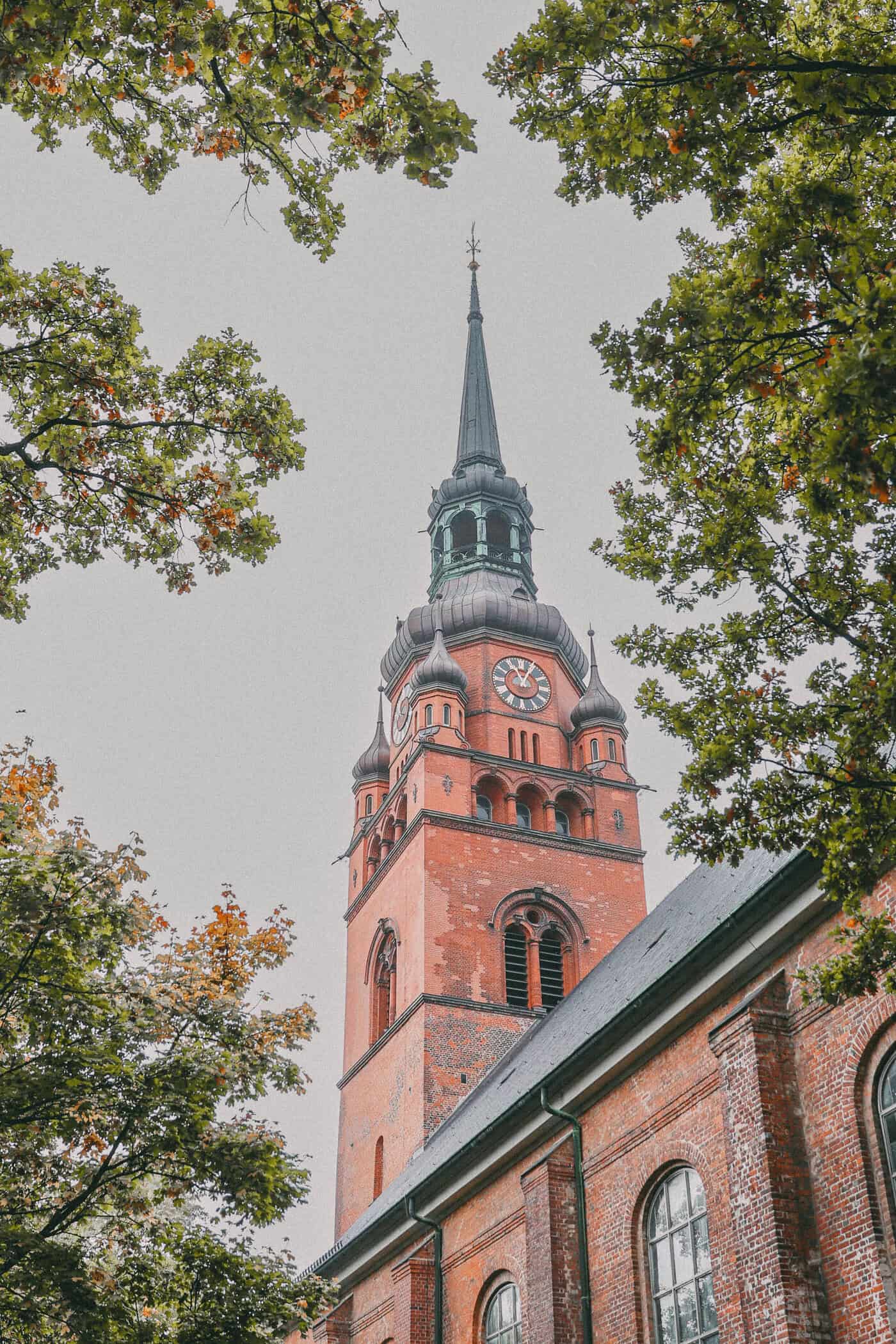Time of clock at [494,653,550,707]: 11:04
